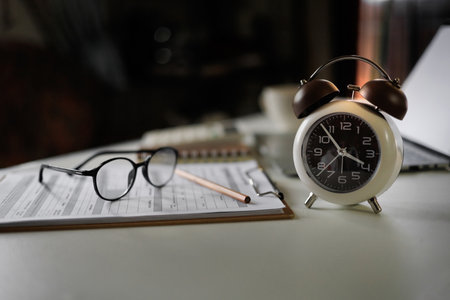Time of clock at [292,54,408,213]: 3:53
